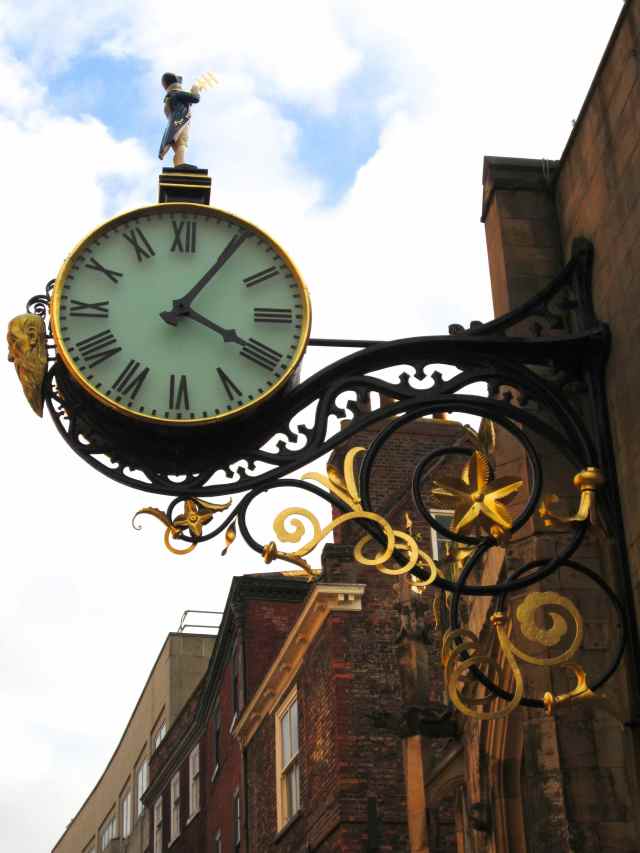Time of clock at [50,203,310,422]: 4:05
